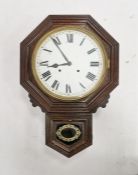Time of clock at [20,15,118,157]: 8:54
